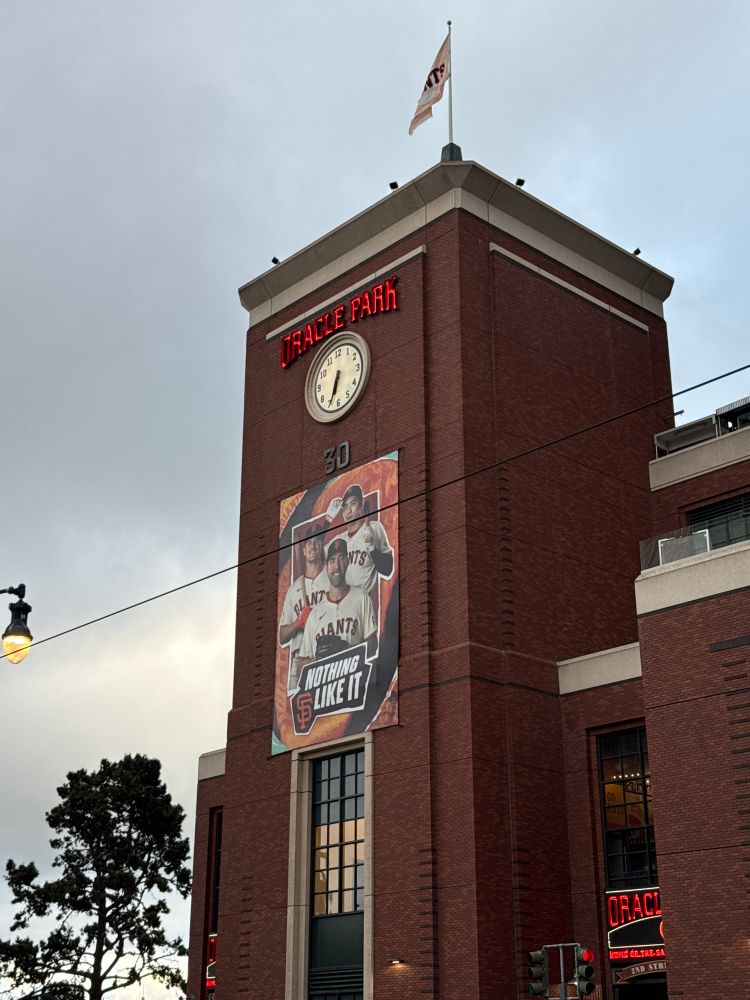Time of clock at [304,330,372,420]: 6:34
